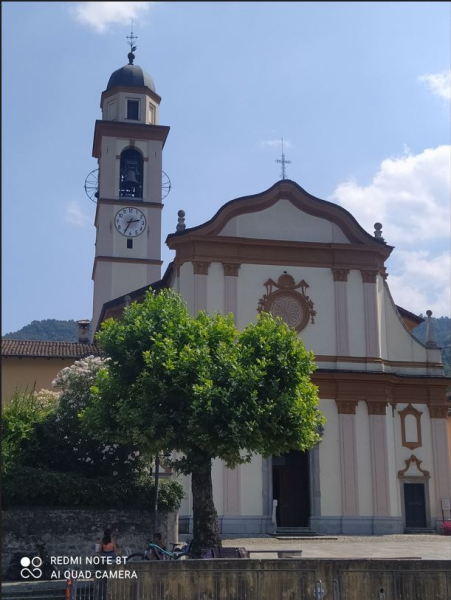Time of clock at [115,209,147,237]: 2:34
